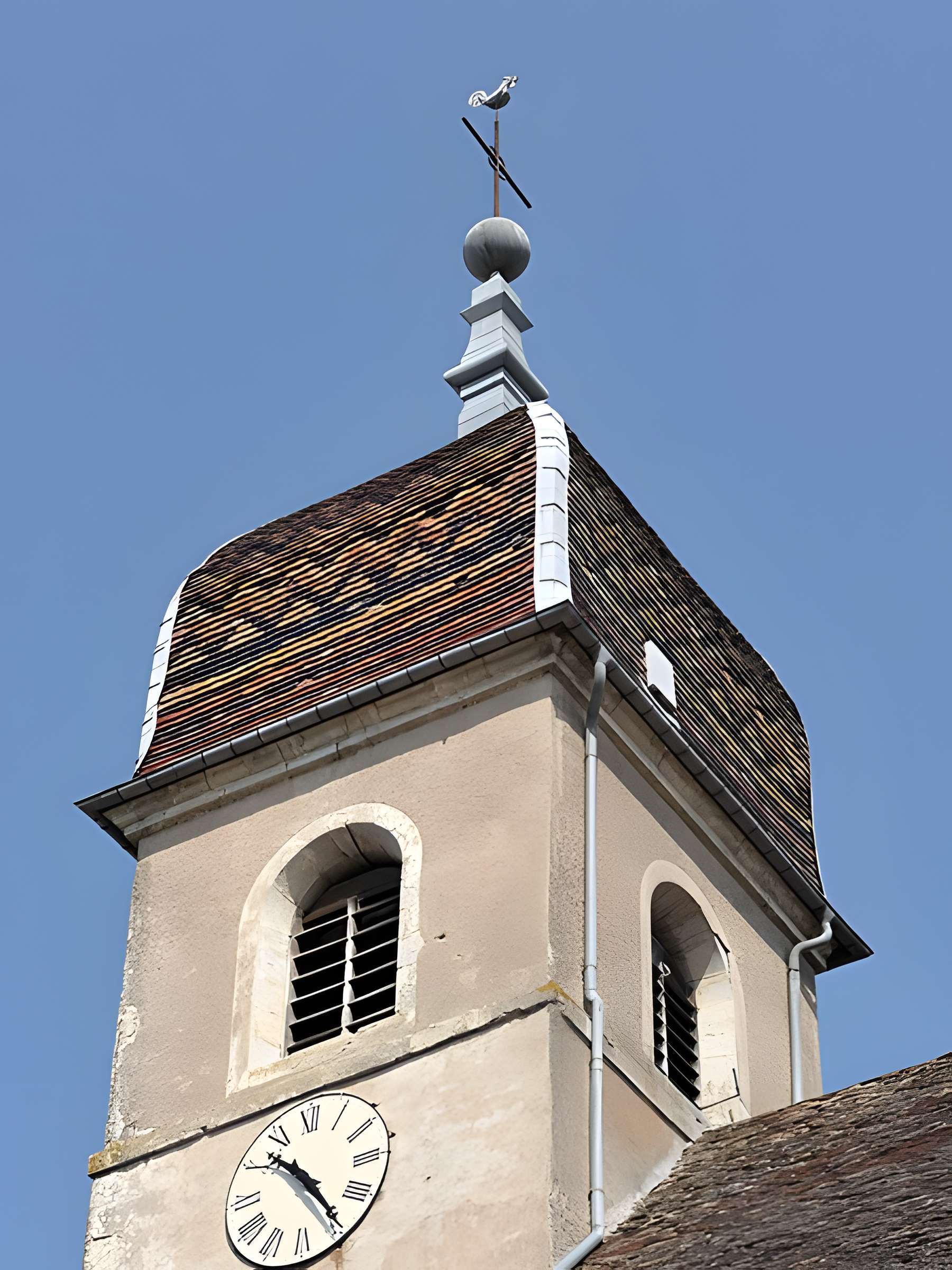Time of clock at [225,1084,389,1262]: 10:24
